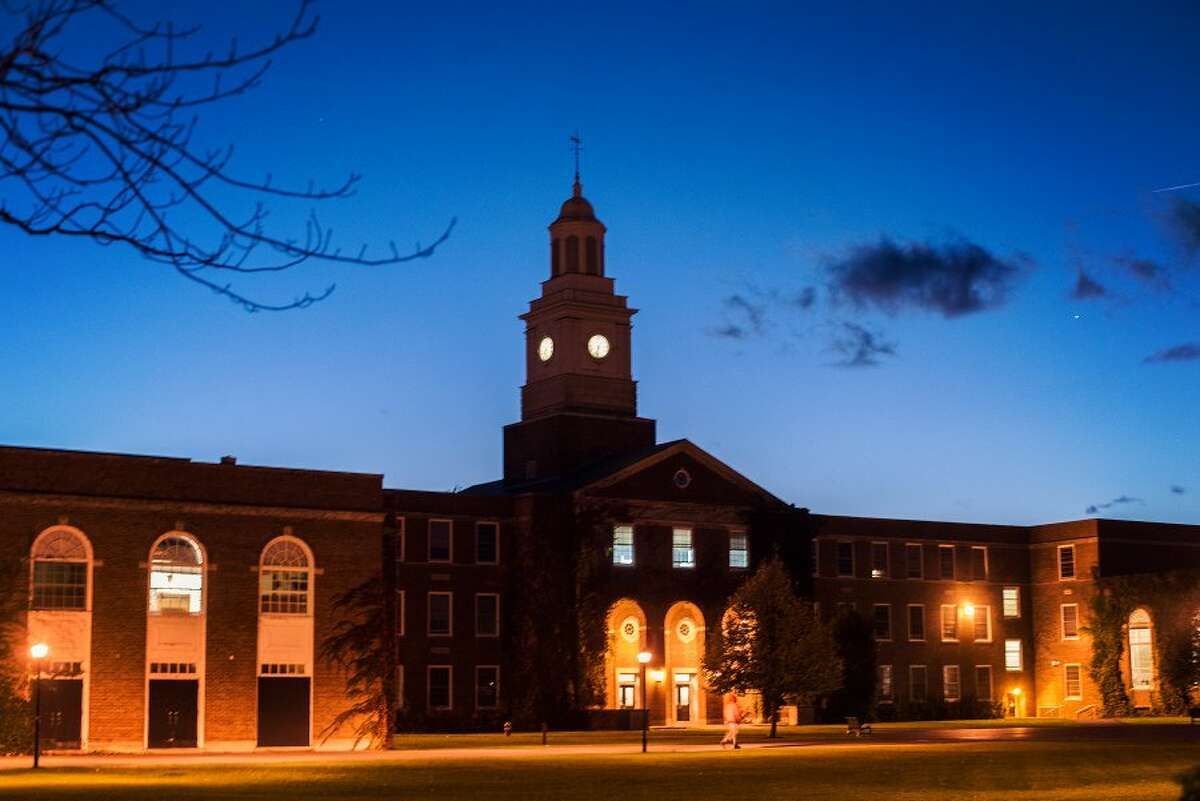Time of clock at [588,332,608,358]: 6:32
